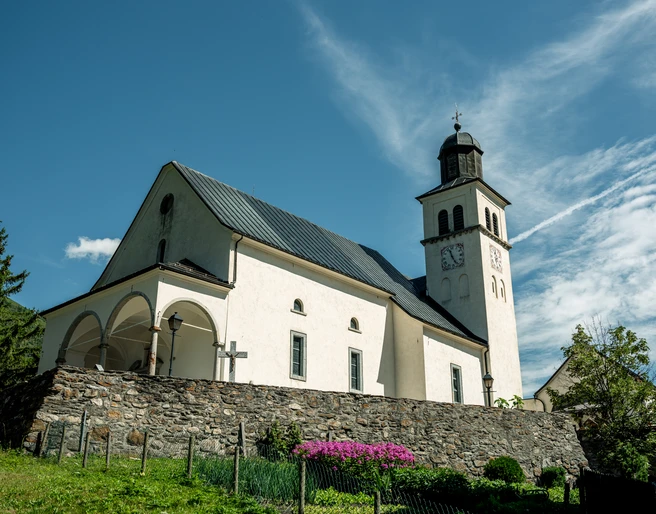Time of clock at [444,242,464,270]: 11:25
